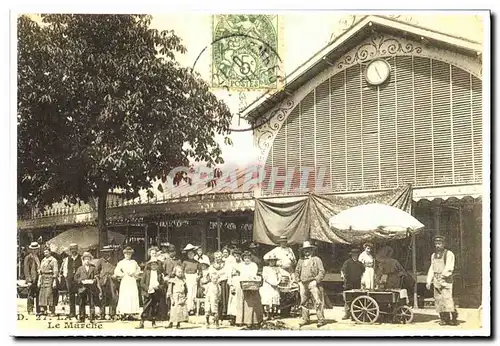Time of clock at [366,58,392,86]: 11:25
